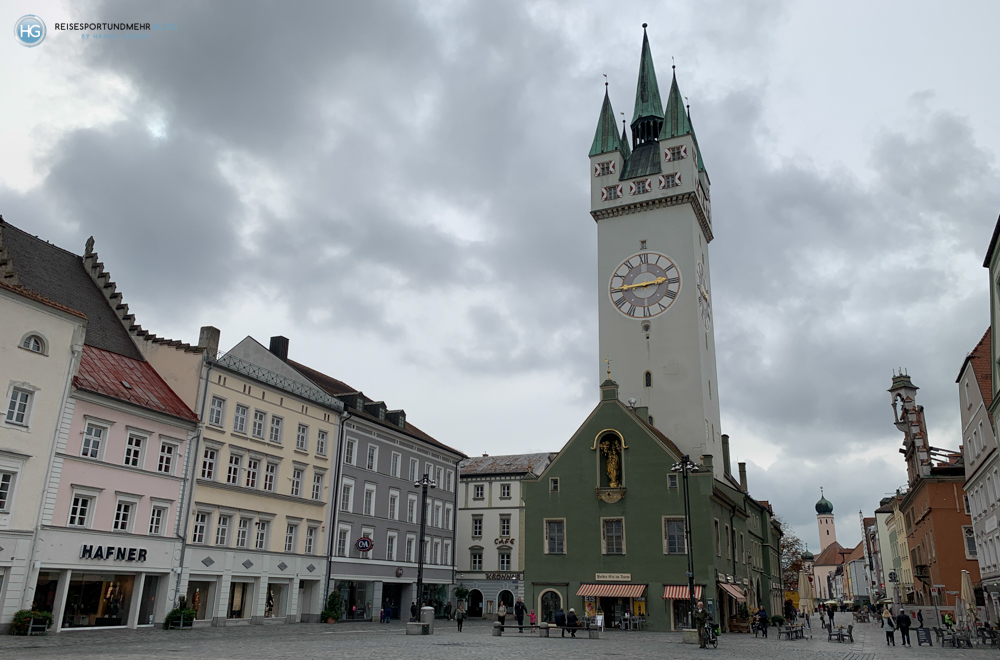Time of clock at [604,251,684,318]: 2:44
